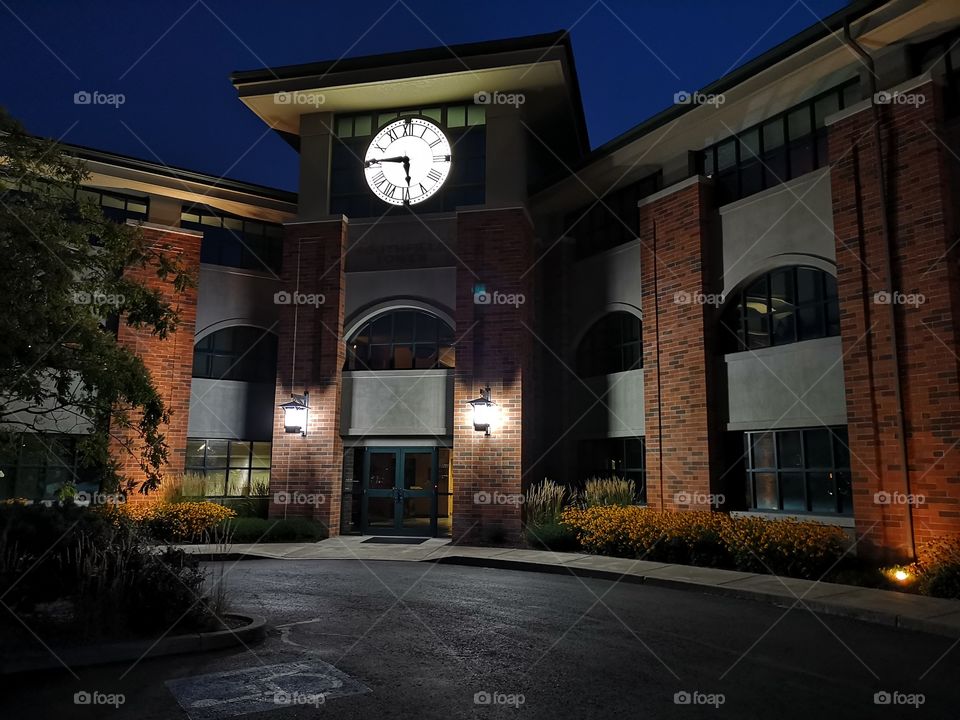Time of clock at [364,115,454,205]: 5:45
